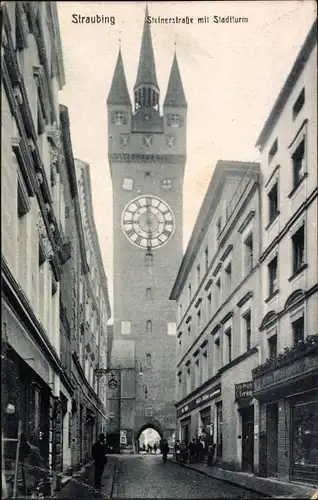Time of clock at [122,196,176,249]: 5:59
